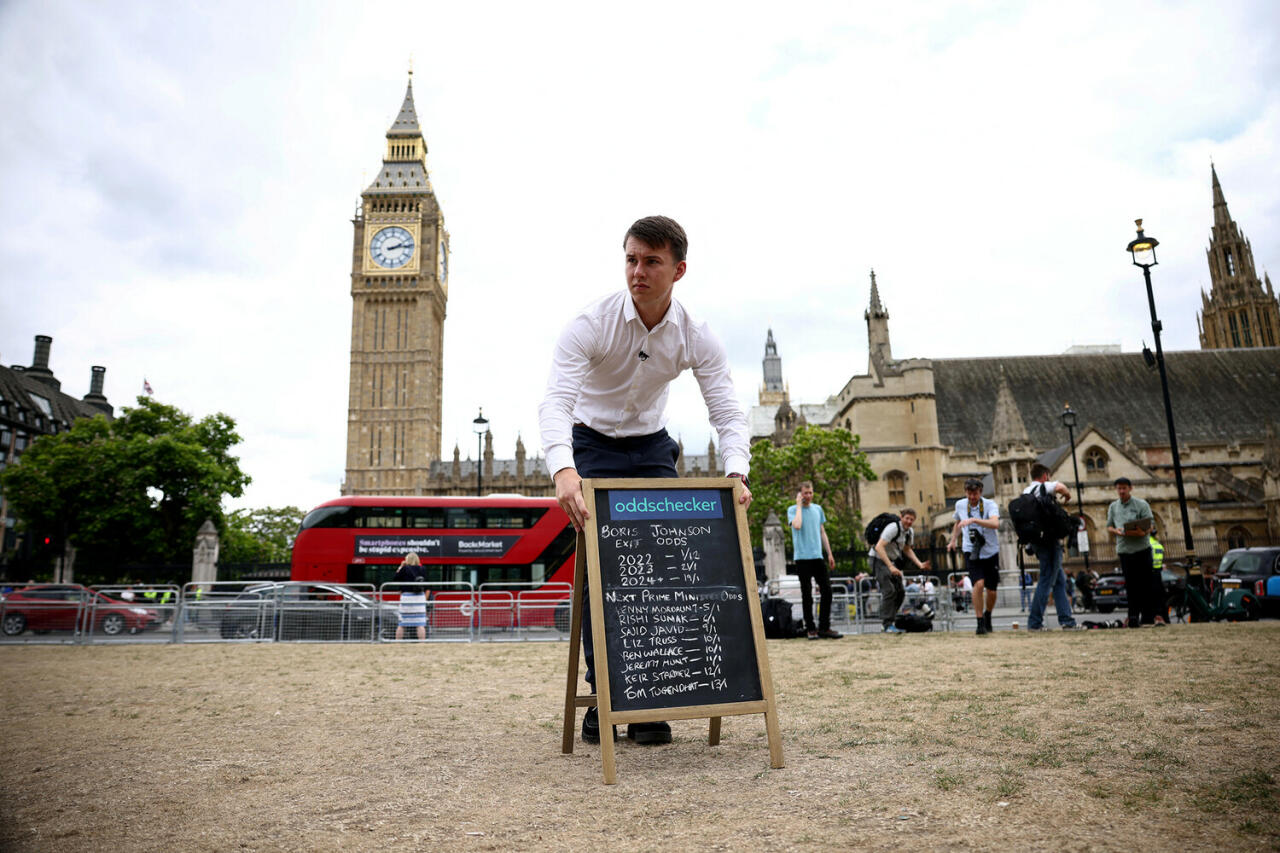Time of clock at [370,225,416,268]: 2:13
